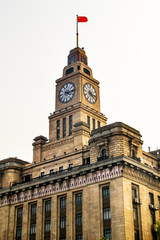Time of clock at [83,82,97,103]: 4:16
